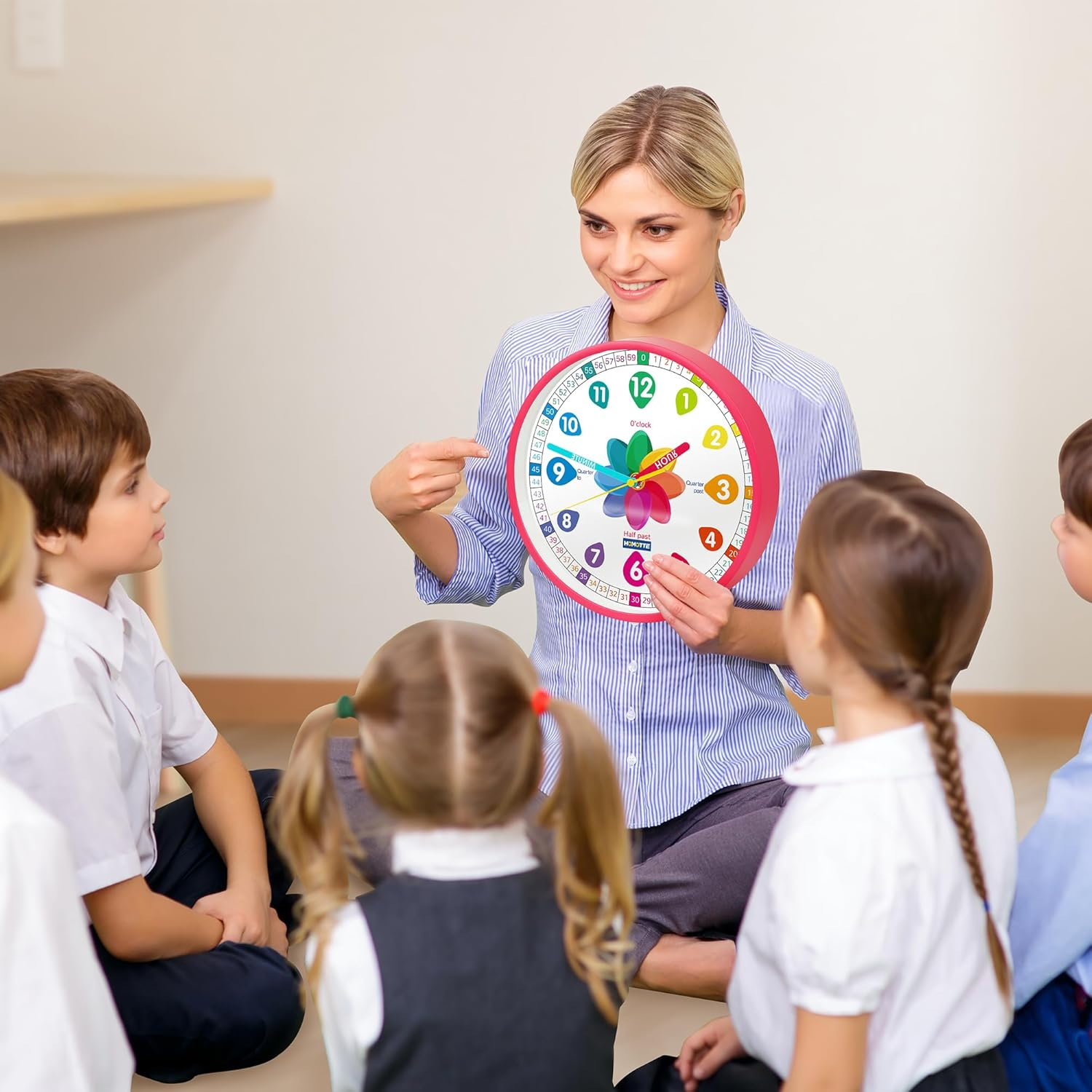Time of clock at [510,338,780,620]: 1:47
